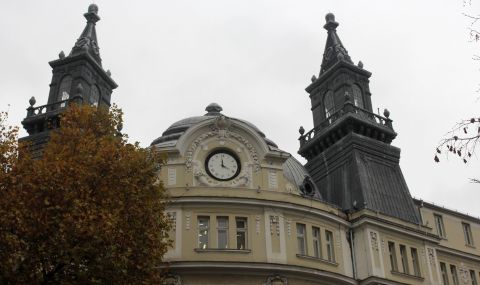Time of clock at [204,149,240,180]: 3:59
